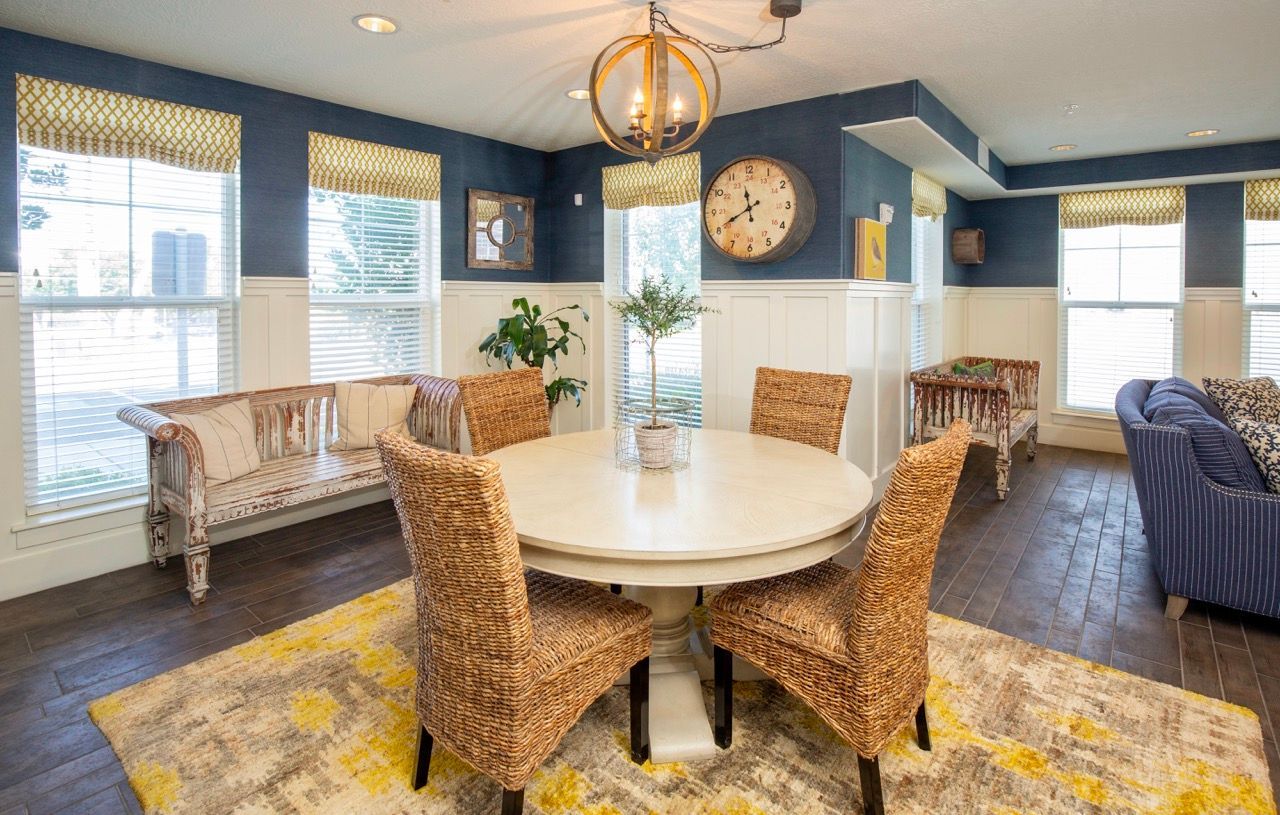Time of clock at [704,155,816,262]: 11:40
